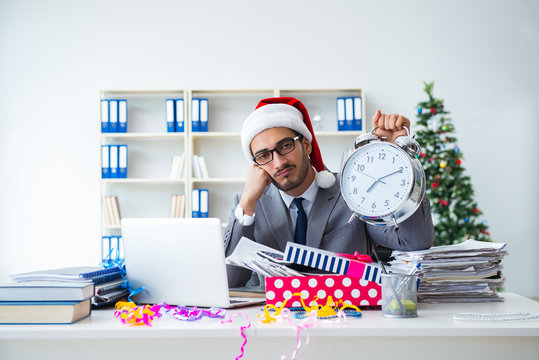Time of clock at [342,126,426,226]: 7:10
